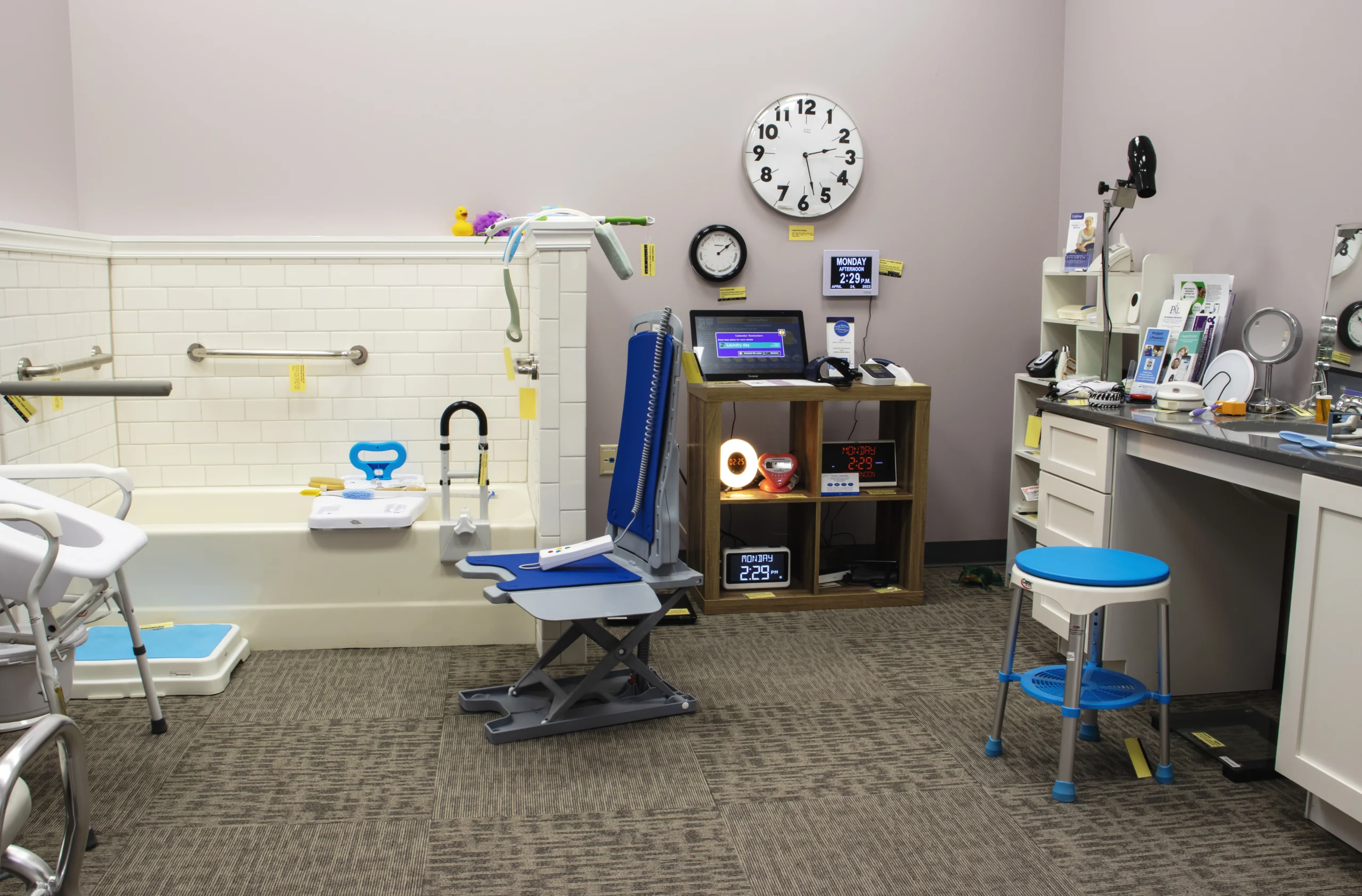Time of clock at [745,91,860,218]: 2:27
